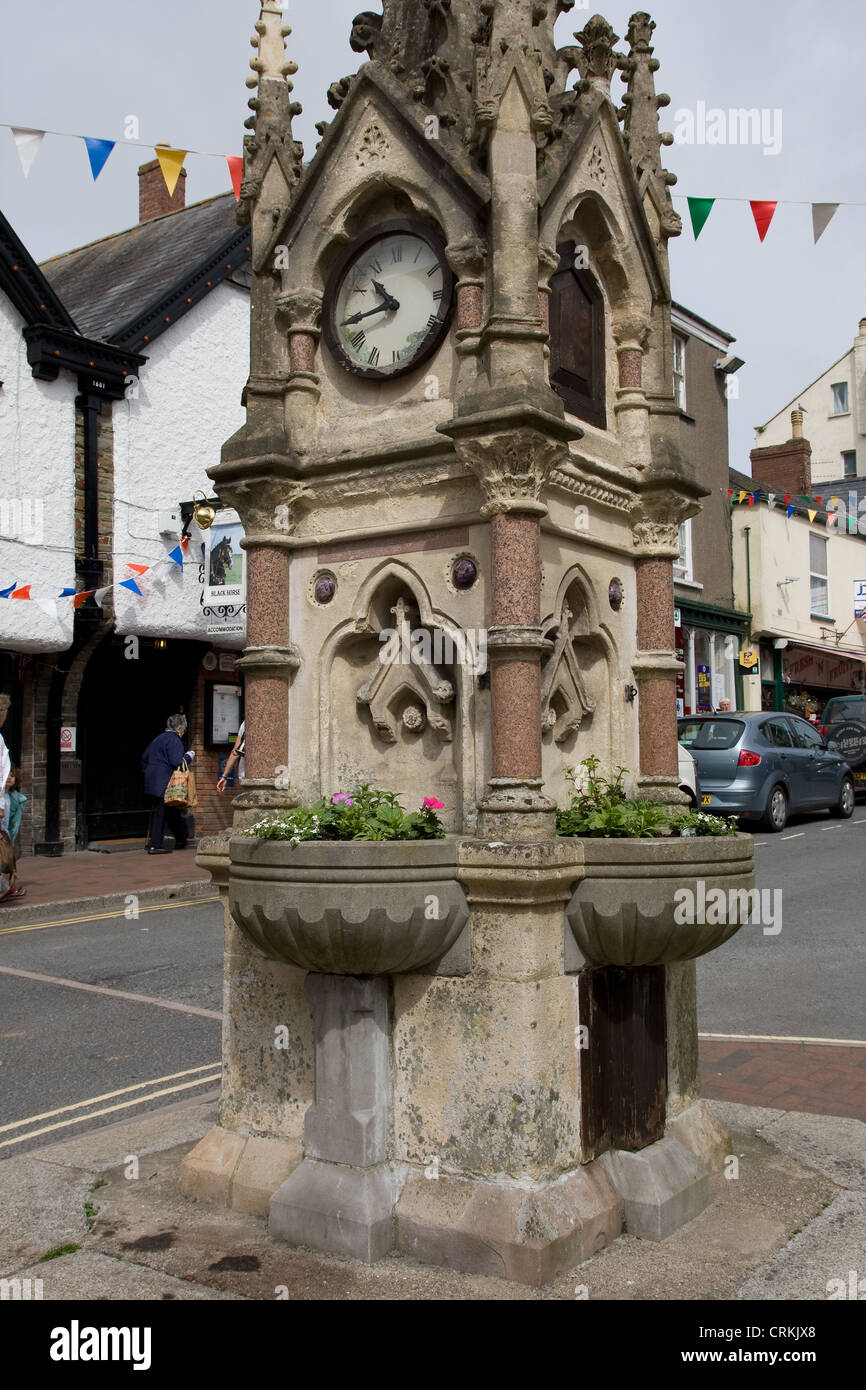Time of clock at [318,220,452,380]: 10:43
